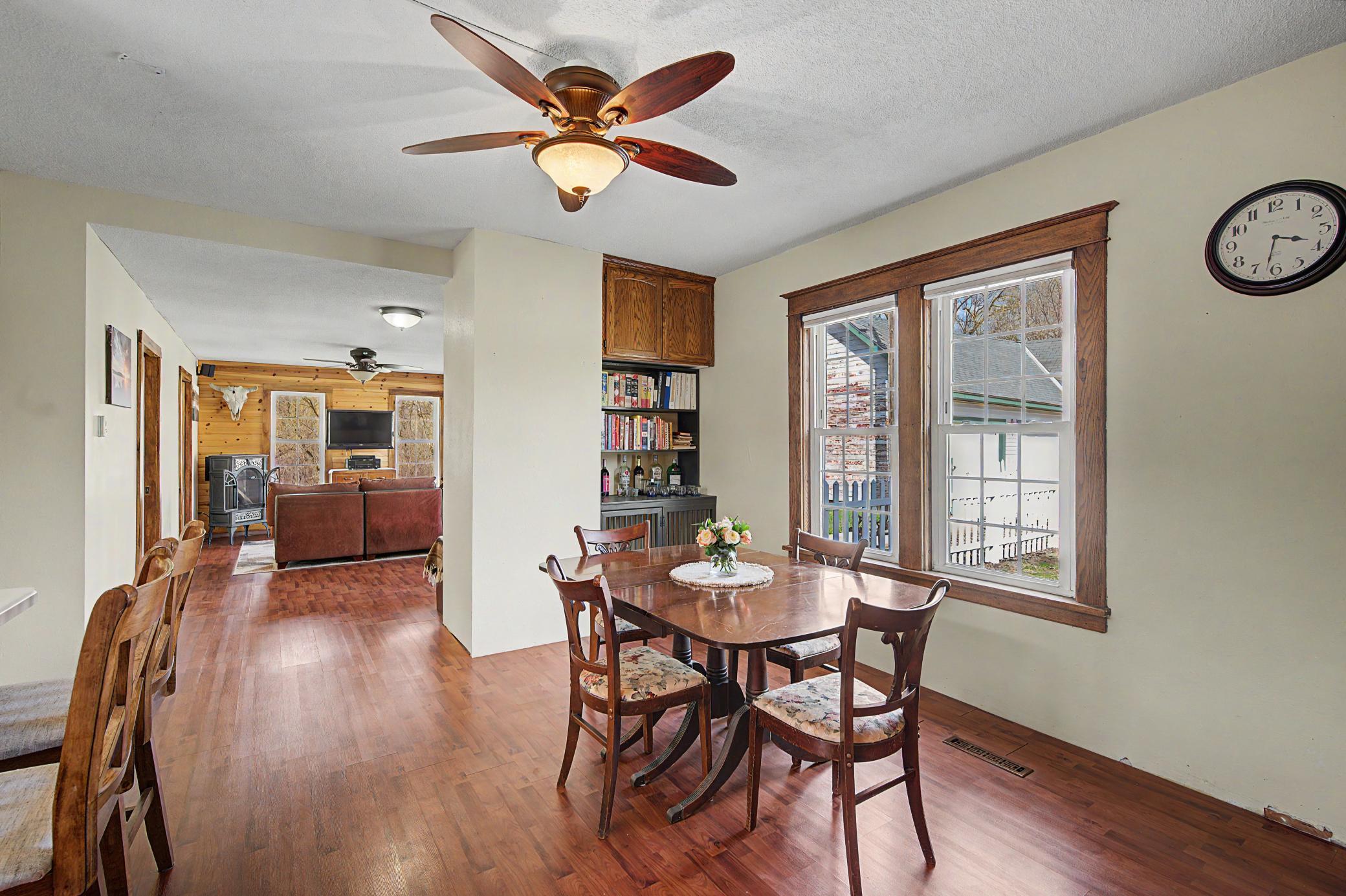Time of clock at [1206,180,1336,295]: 3:32
